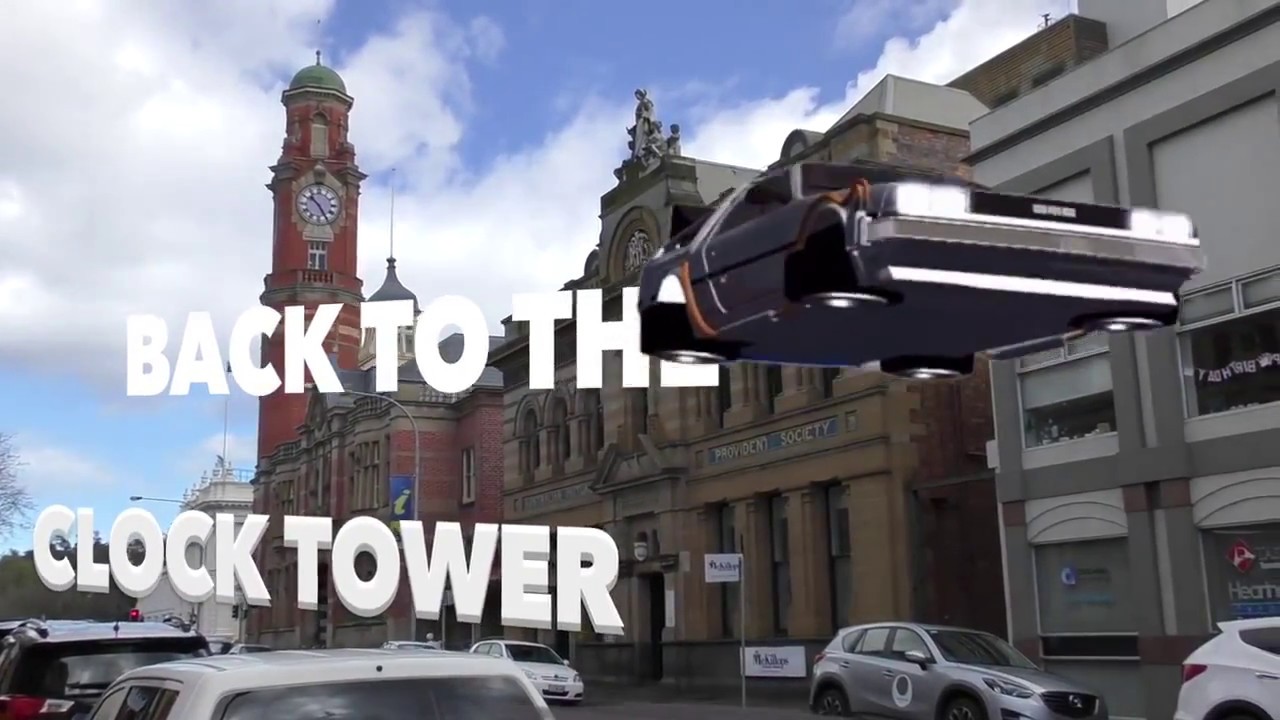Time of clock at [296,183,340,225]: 10:24
